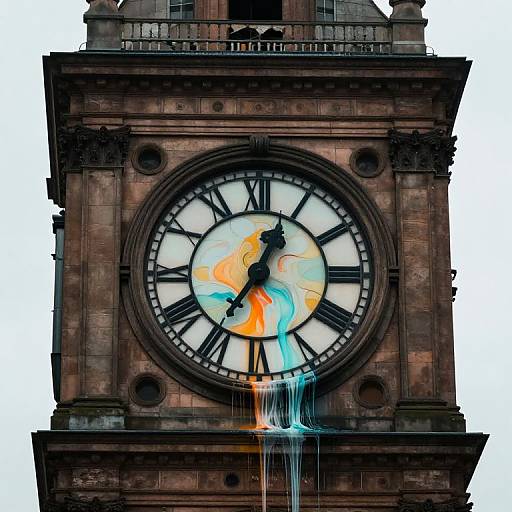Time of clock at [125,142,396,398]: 12:35
